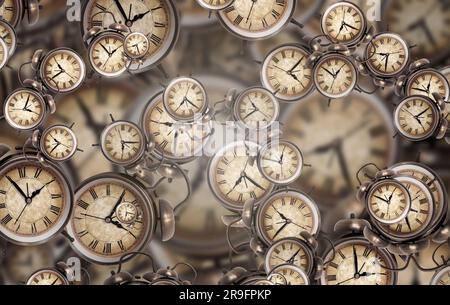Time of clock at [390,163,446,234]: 12:49
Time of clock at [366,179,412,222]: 12:50
